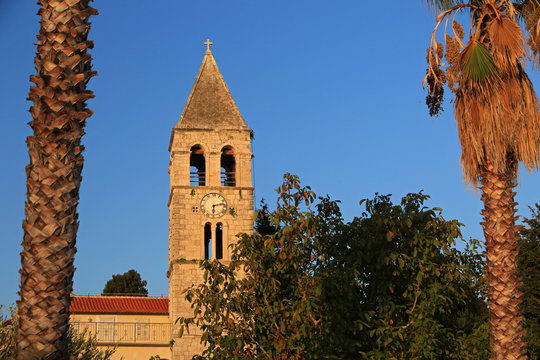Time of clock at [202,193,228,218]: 6:13
